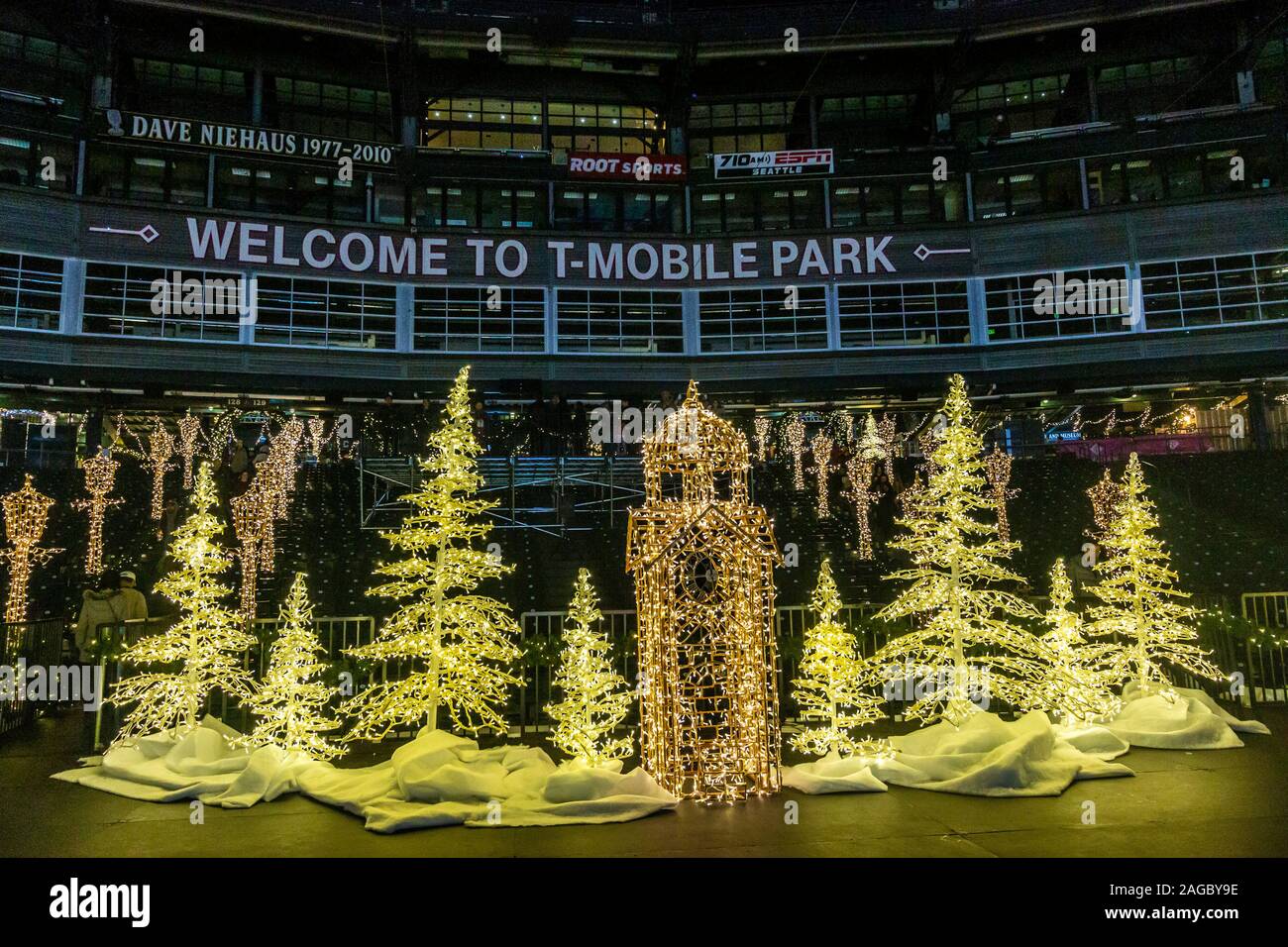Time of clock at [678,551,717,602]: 11:44
